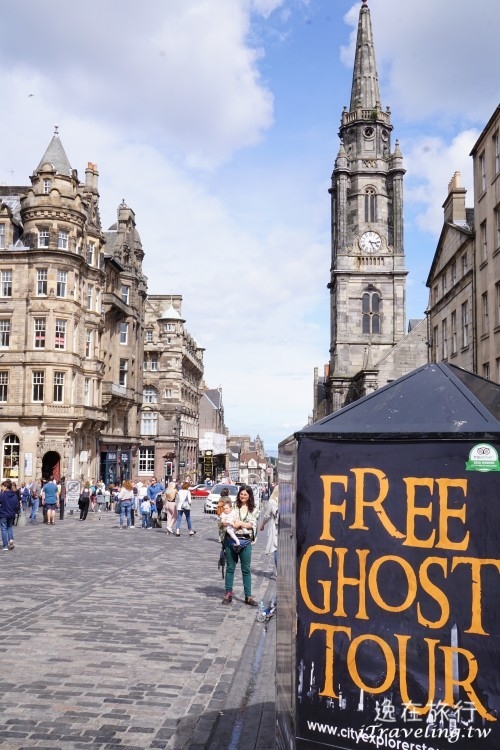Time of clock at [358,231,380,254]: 3:26
